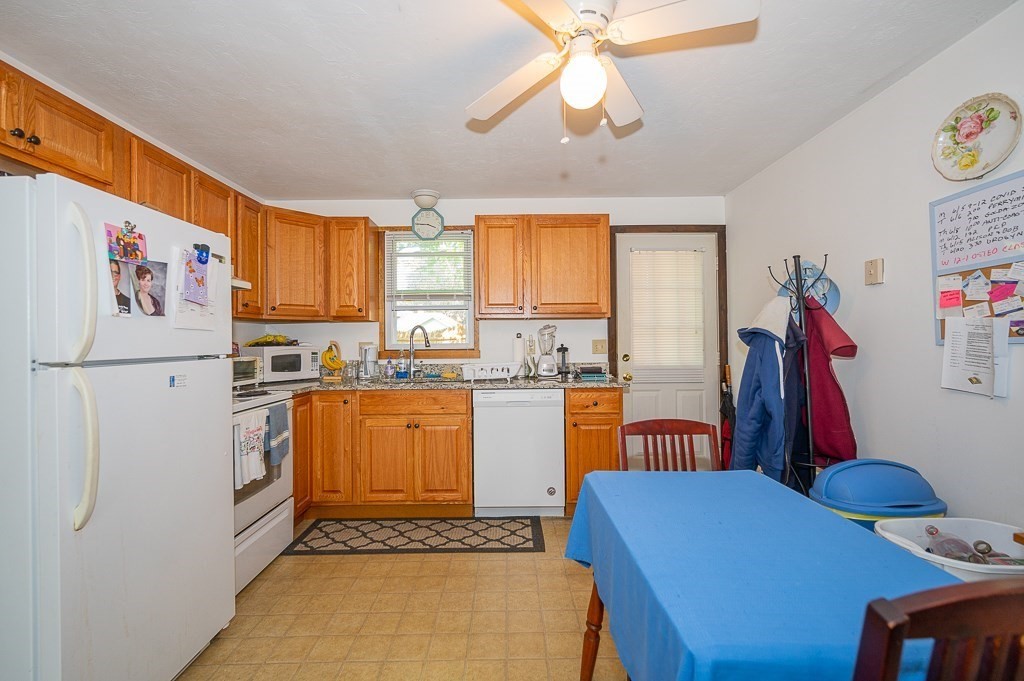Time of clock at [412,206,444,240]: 3:45
